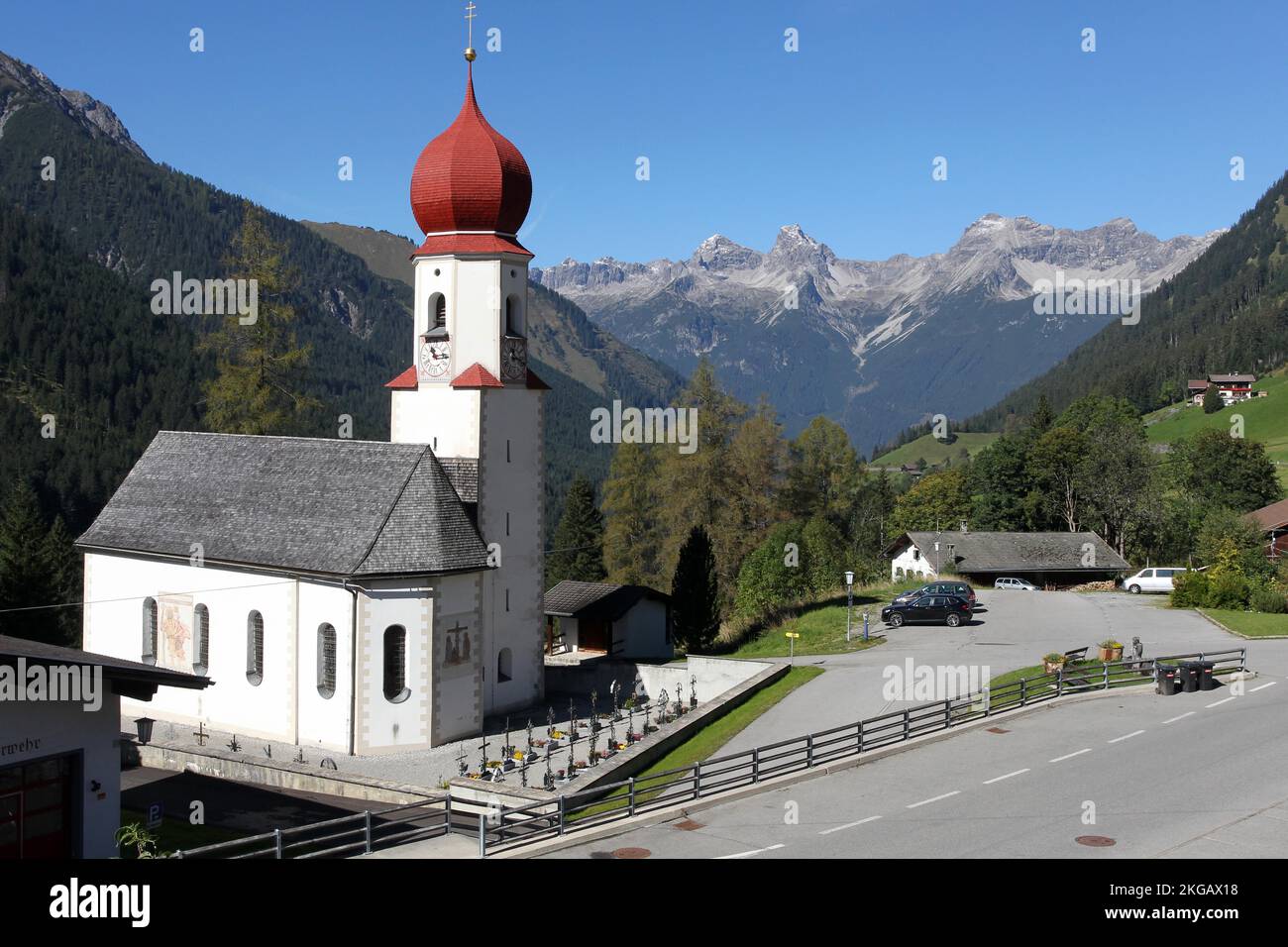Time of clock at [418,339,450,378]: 11:13
